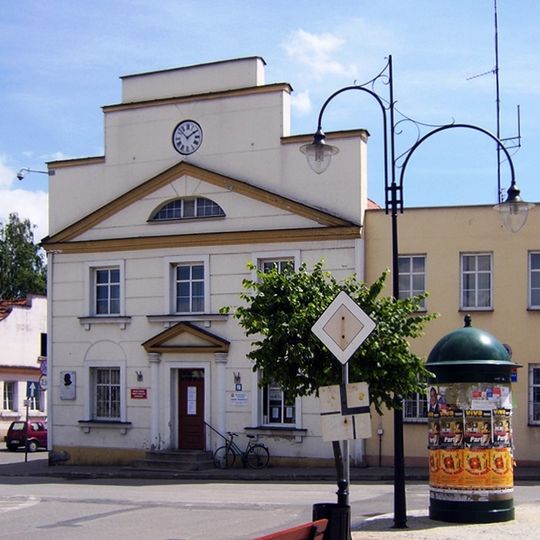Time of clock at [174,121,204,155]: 1:52
